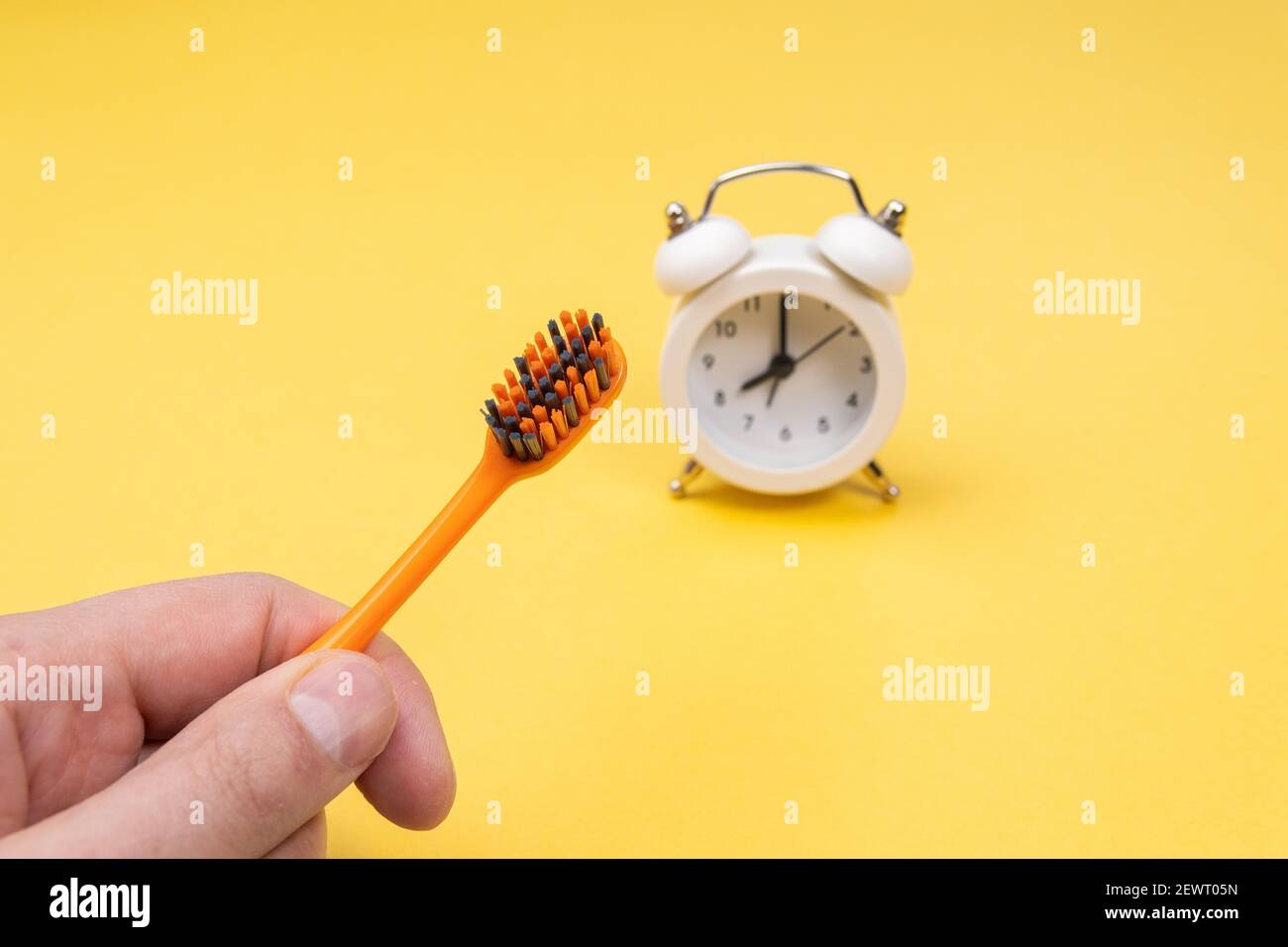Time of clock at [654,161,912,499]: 7:59
